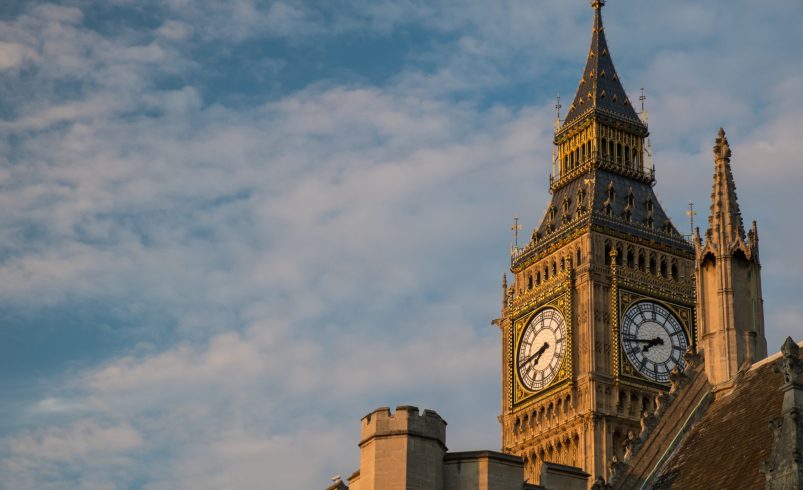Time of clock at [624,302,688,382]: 7:43
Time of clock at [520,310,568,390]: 7:43
